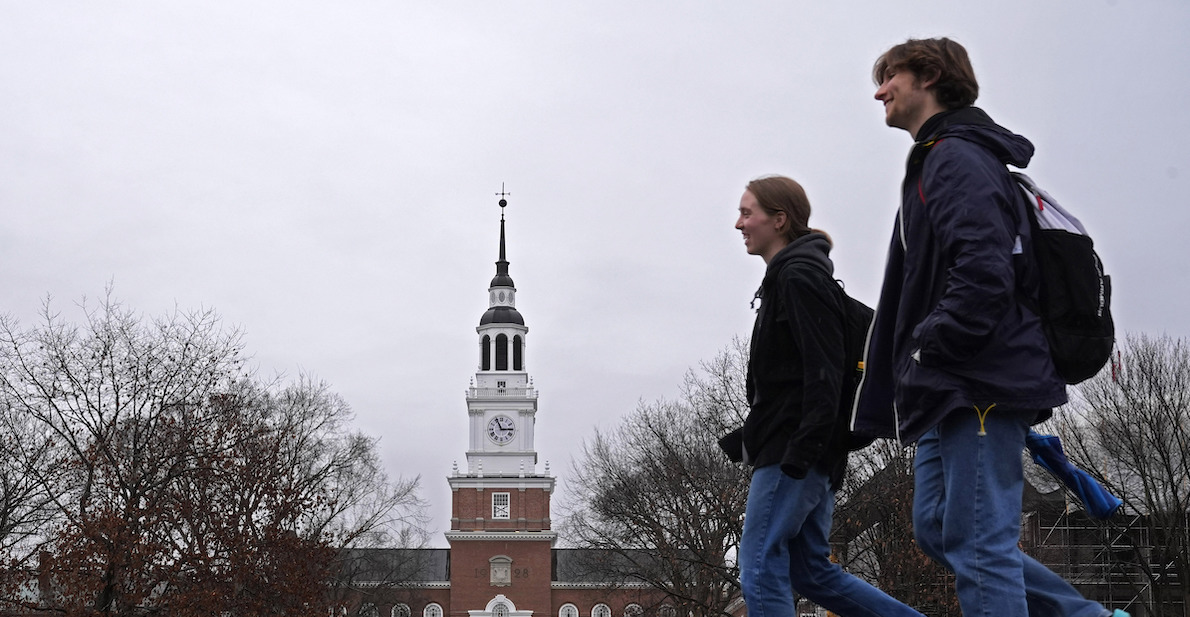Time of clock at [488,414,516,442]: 2:55
